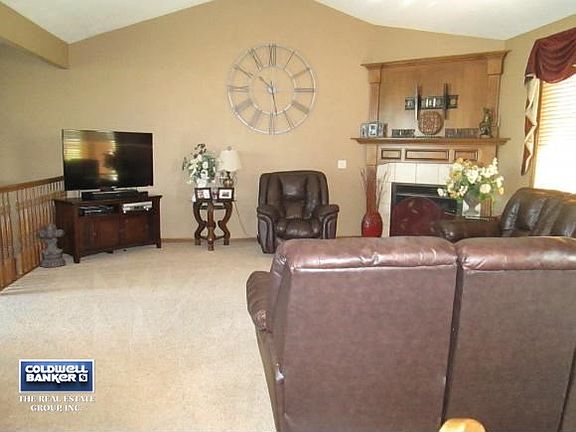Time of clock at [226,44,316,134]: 10:28
